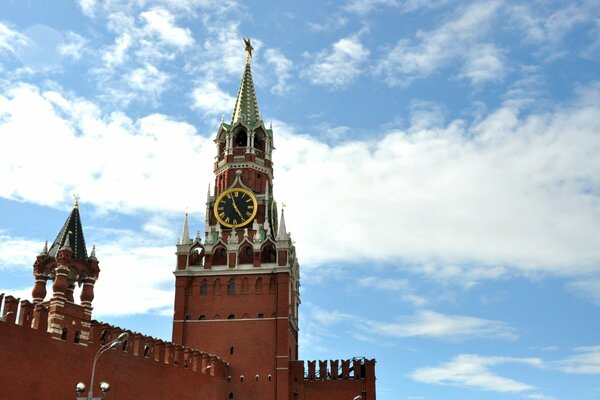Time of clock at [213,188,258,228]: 4:57
